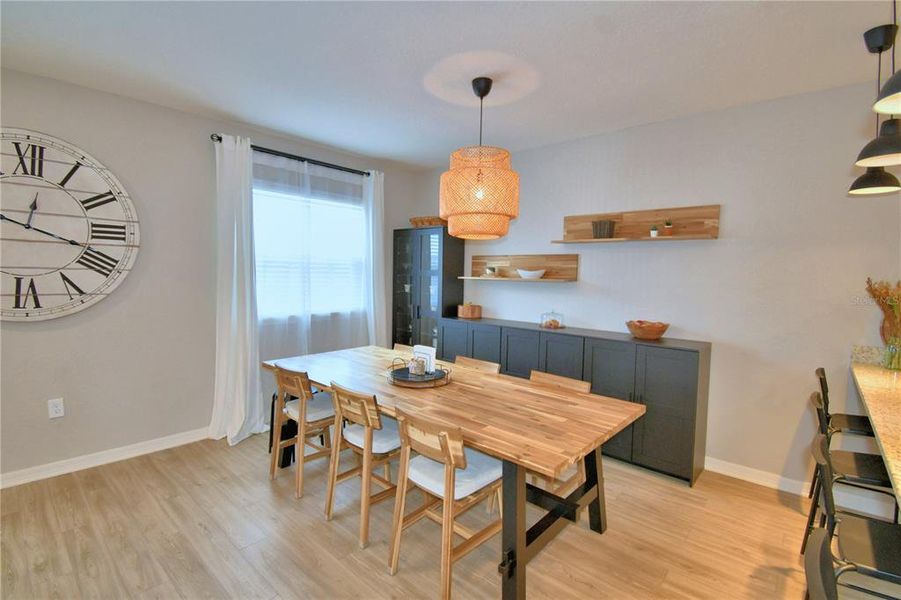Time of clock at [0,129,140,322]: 12:18
